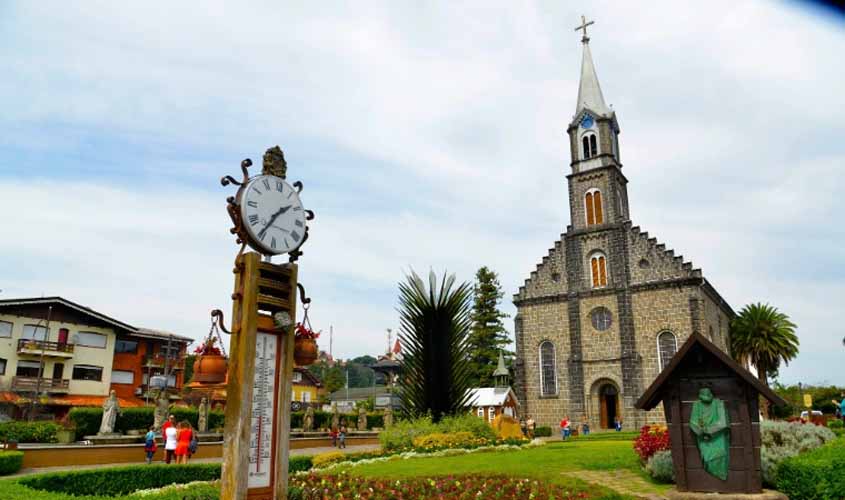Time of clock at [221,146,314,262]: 1:35
